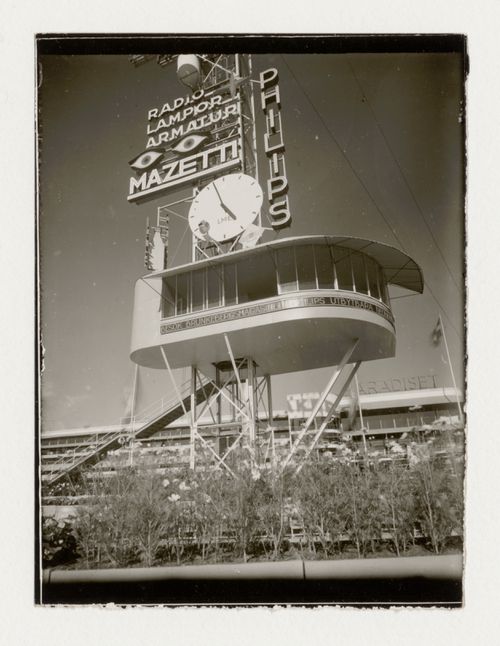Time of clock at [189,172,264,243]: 4:57
